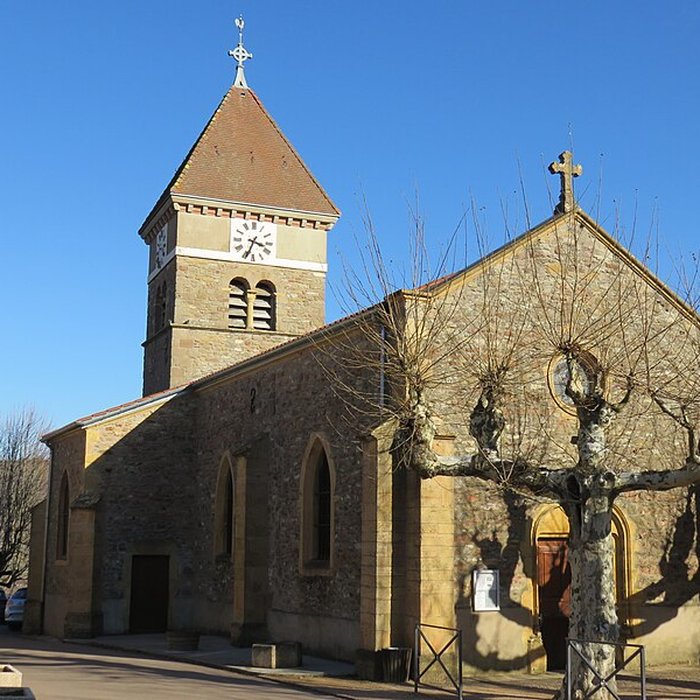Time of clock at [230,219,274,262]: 3:33
